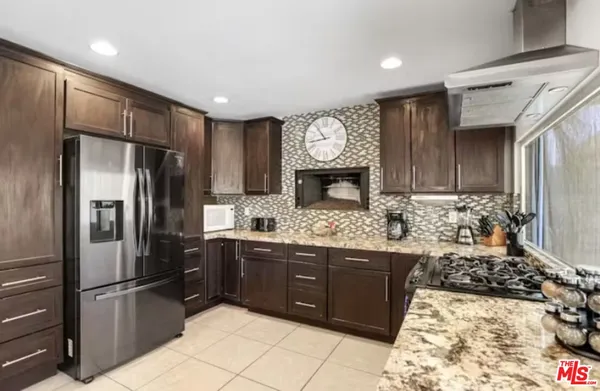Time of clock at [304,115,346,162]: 10:43
